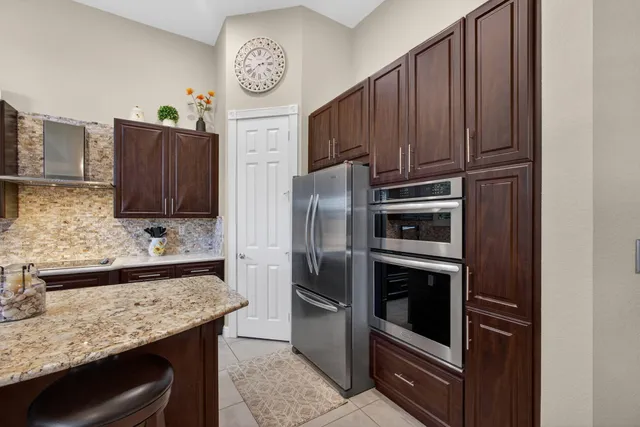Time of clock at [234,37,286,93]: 2:38
